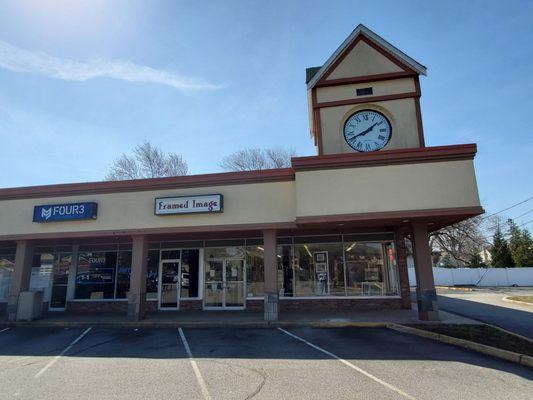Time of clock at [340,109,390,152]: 1:41
